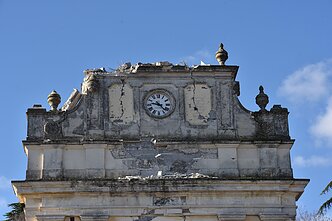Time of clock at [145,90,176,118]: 9:22
